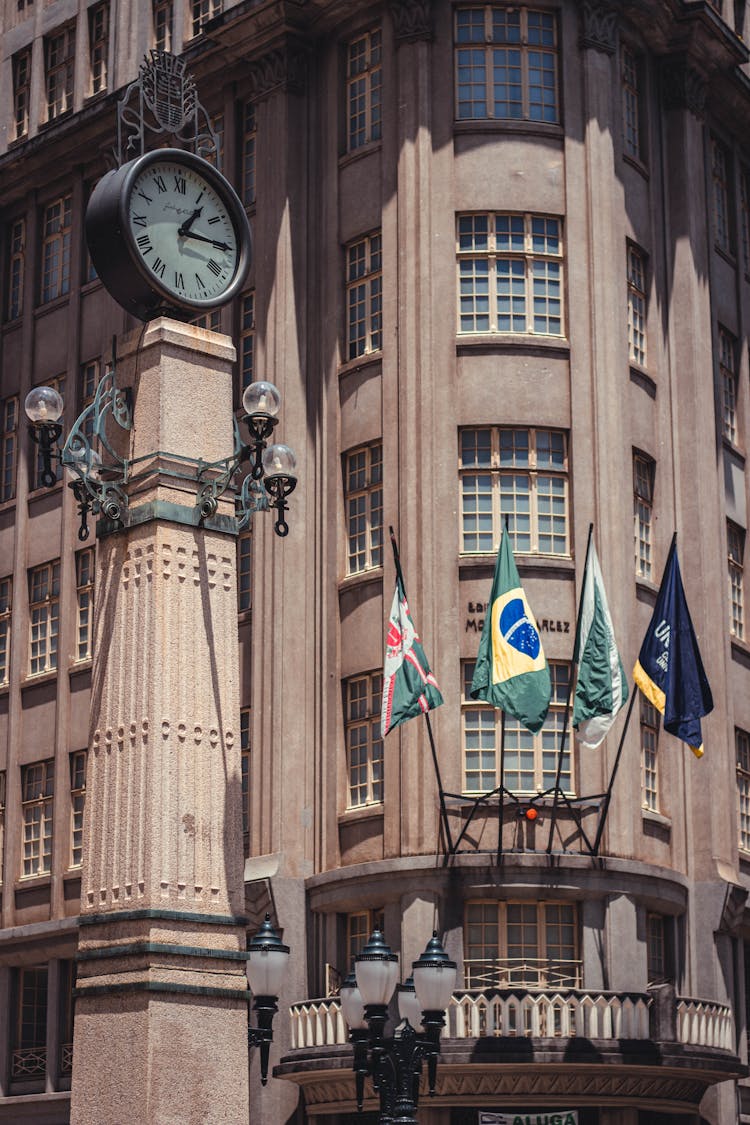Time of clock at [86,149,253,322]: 1:14
